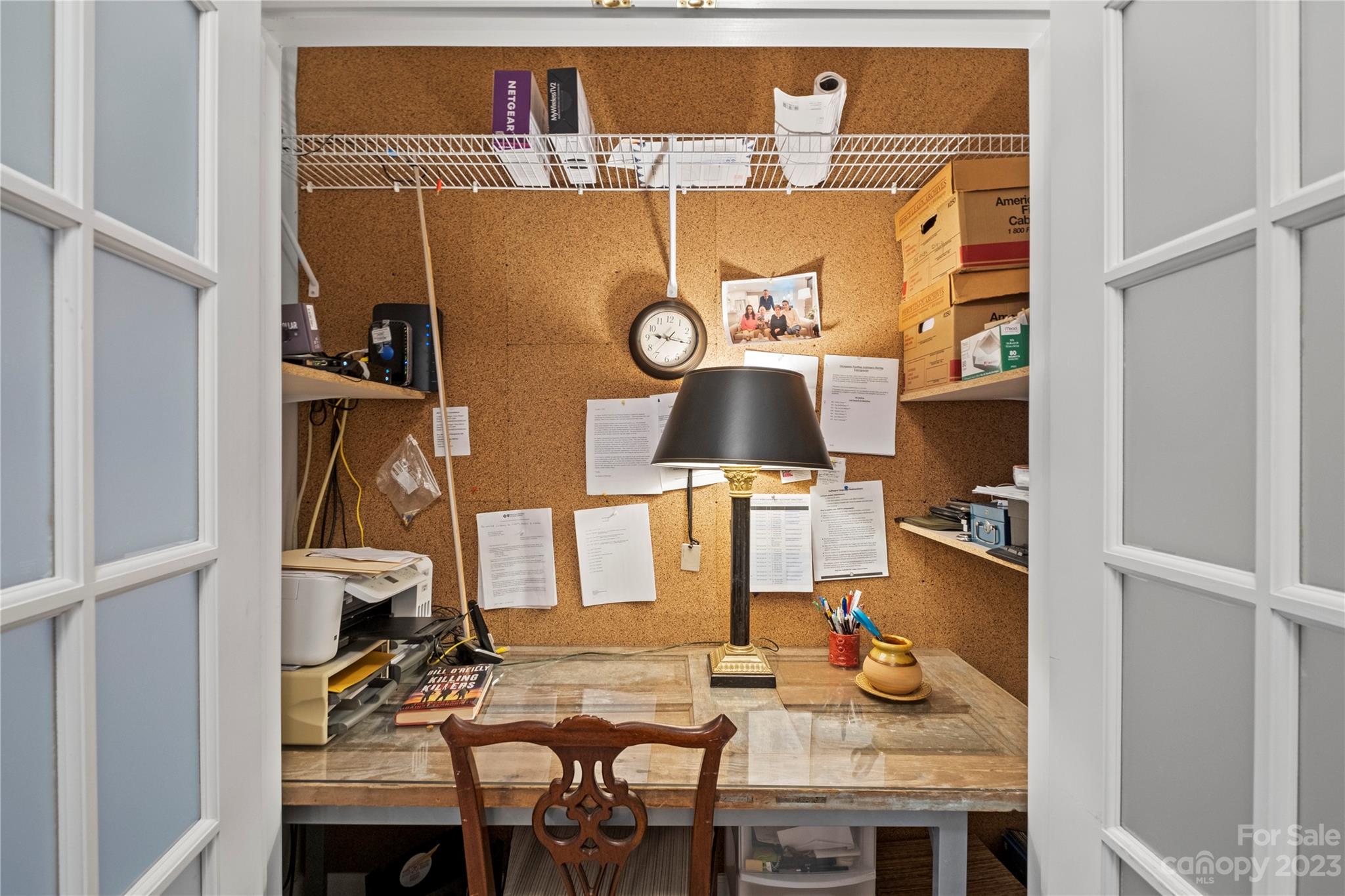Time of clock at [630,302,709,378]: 9:16
